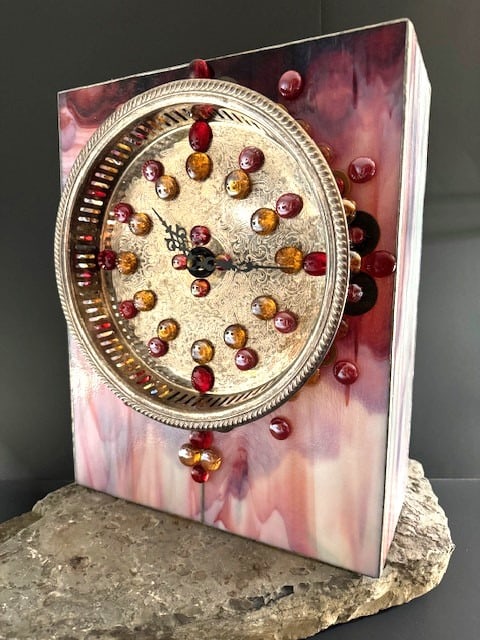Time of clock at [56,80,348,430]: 10:15
